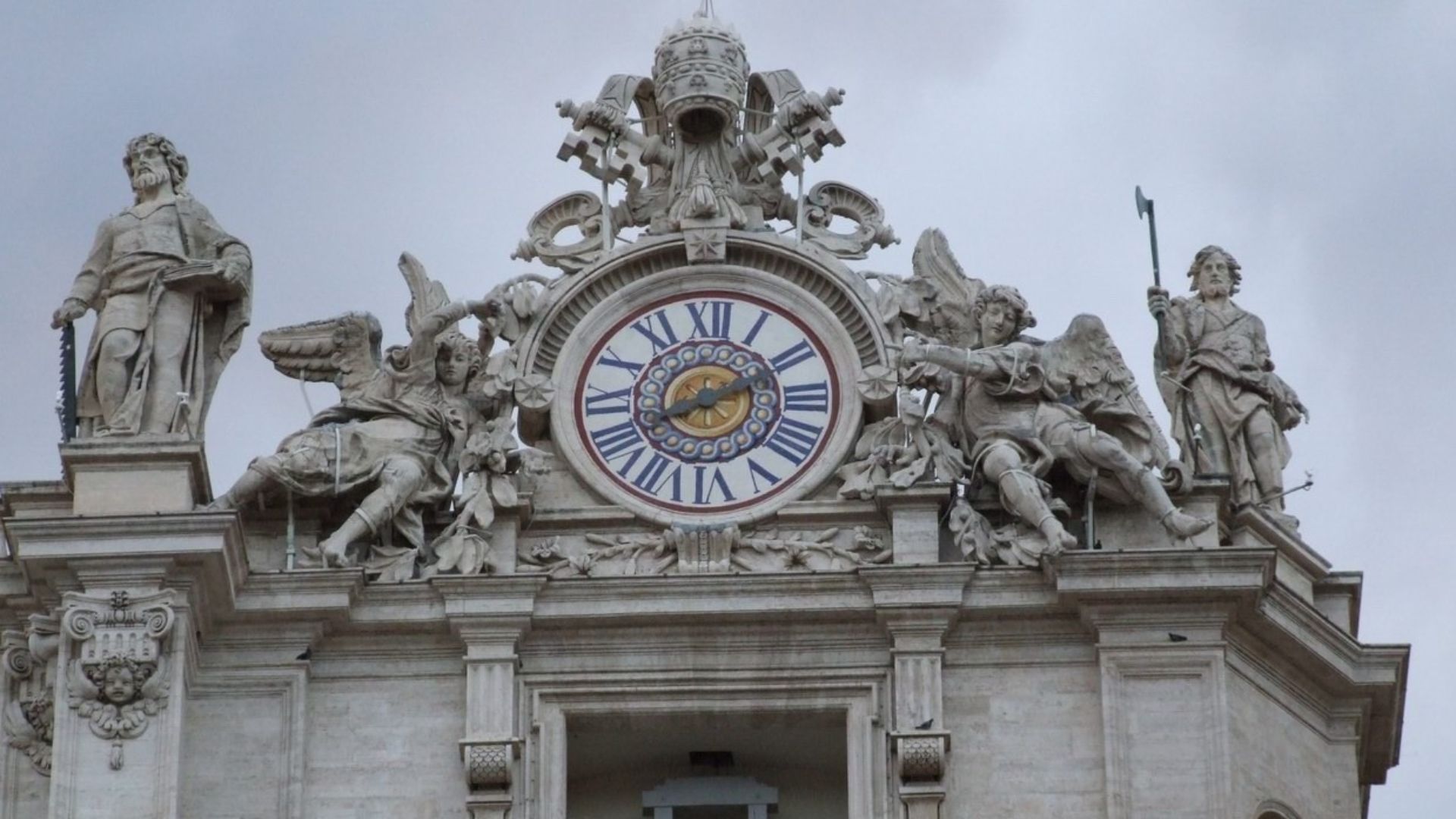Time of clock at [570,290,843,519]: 8:11
